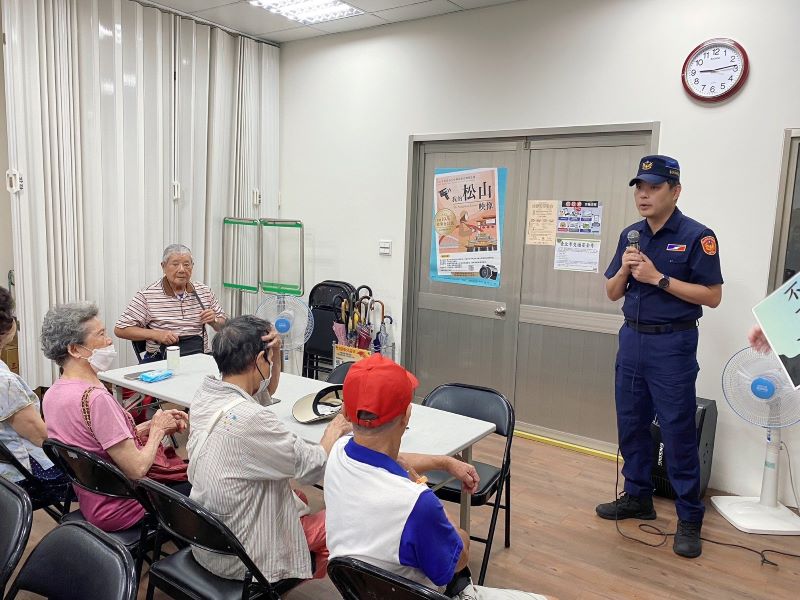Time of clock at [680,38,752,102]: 9:13
